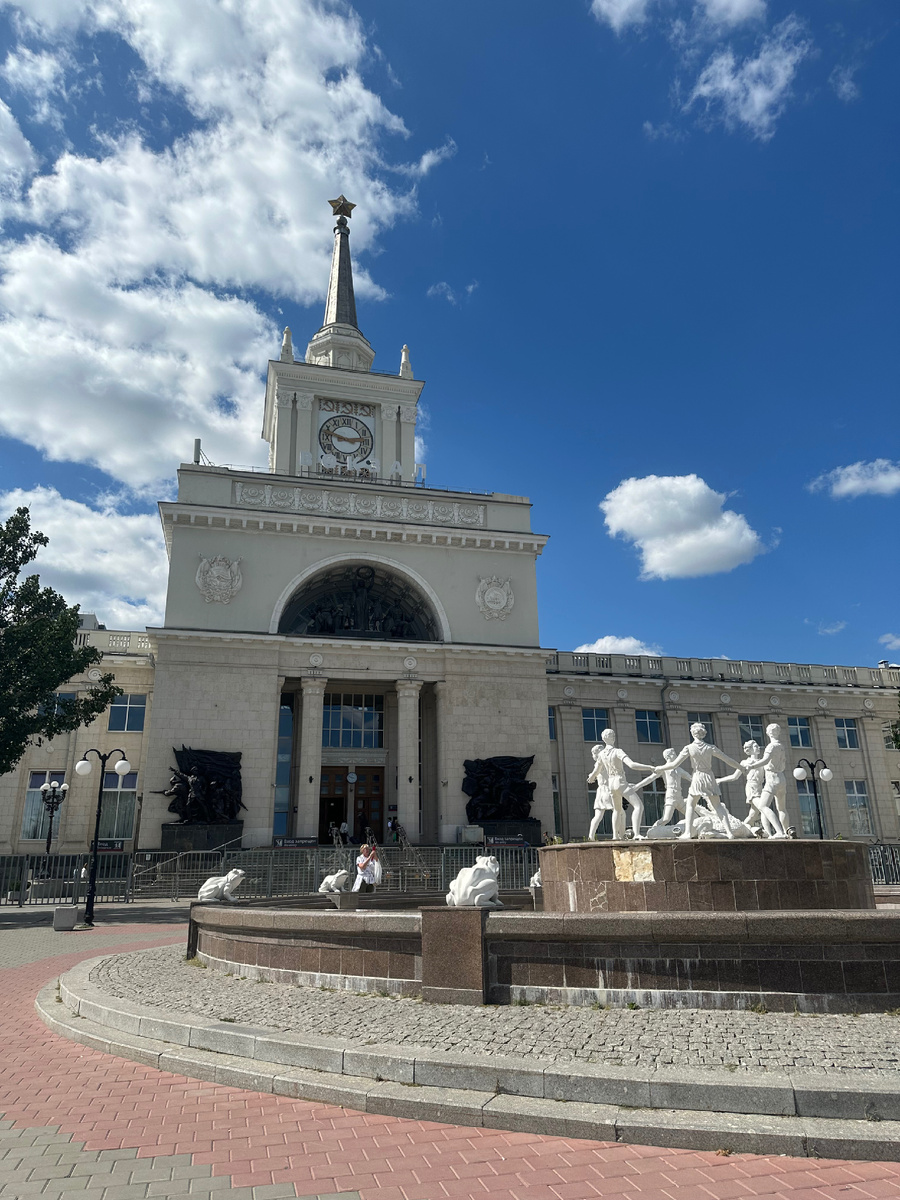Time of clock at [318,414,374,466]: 2:48
